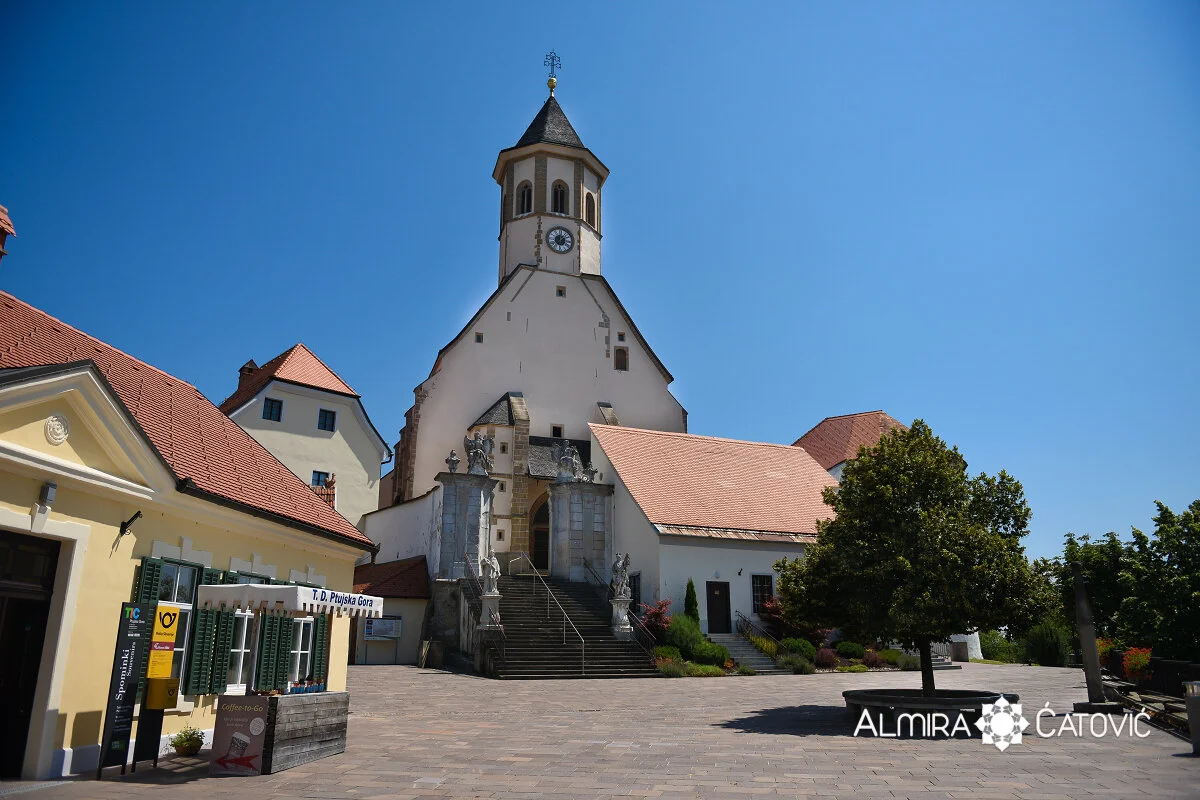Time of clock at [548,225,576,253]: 12:07
